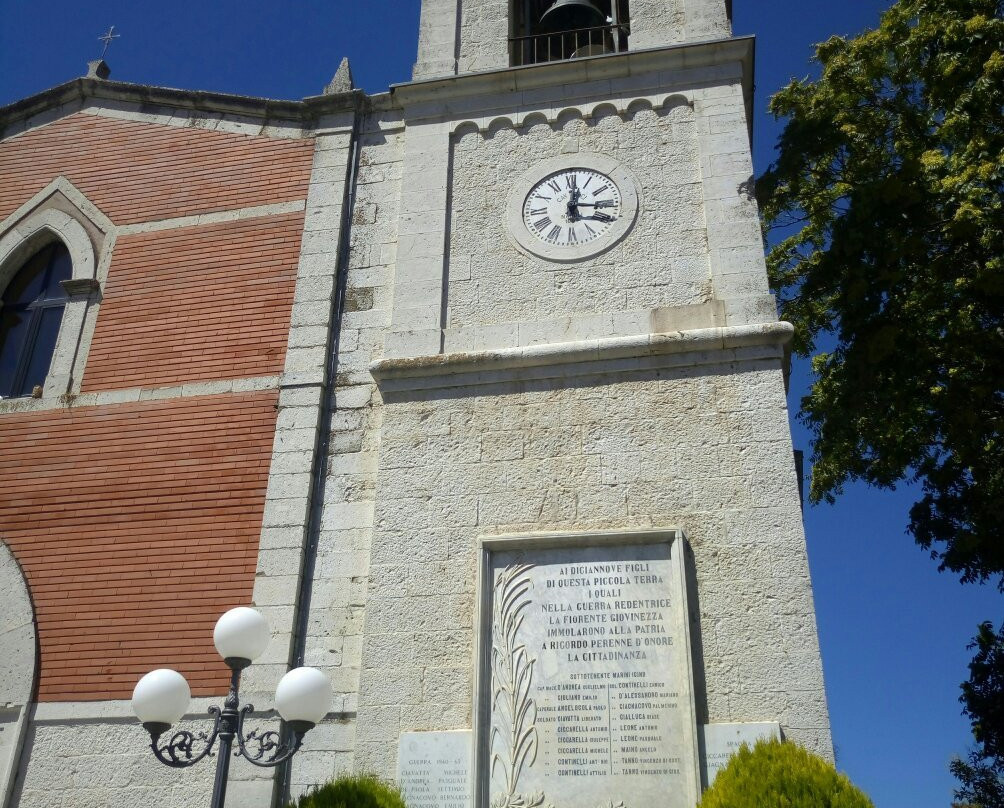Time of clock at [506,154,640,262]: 12:16
